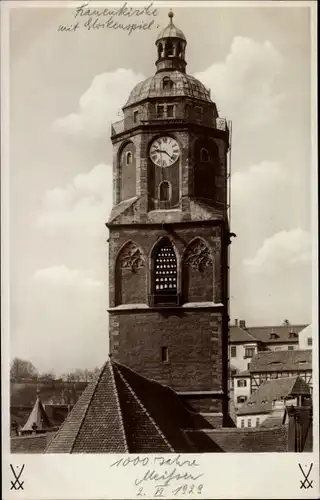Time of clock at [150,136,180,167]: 9:22
